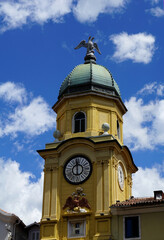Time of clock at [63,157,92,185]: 5:59
